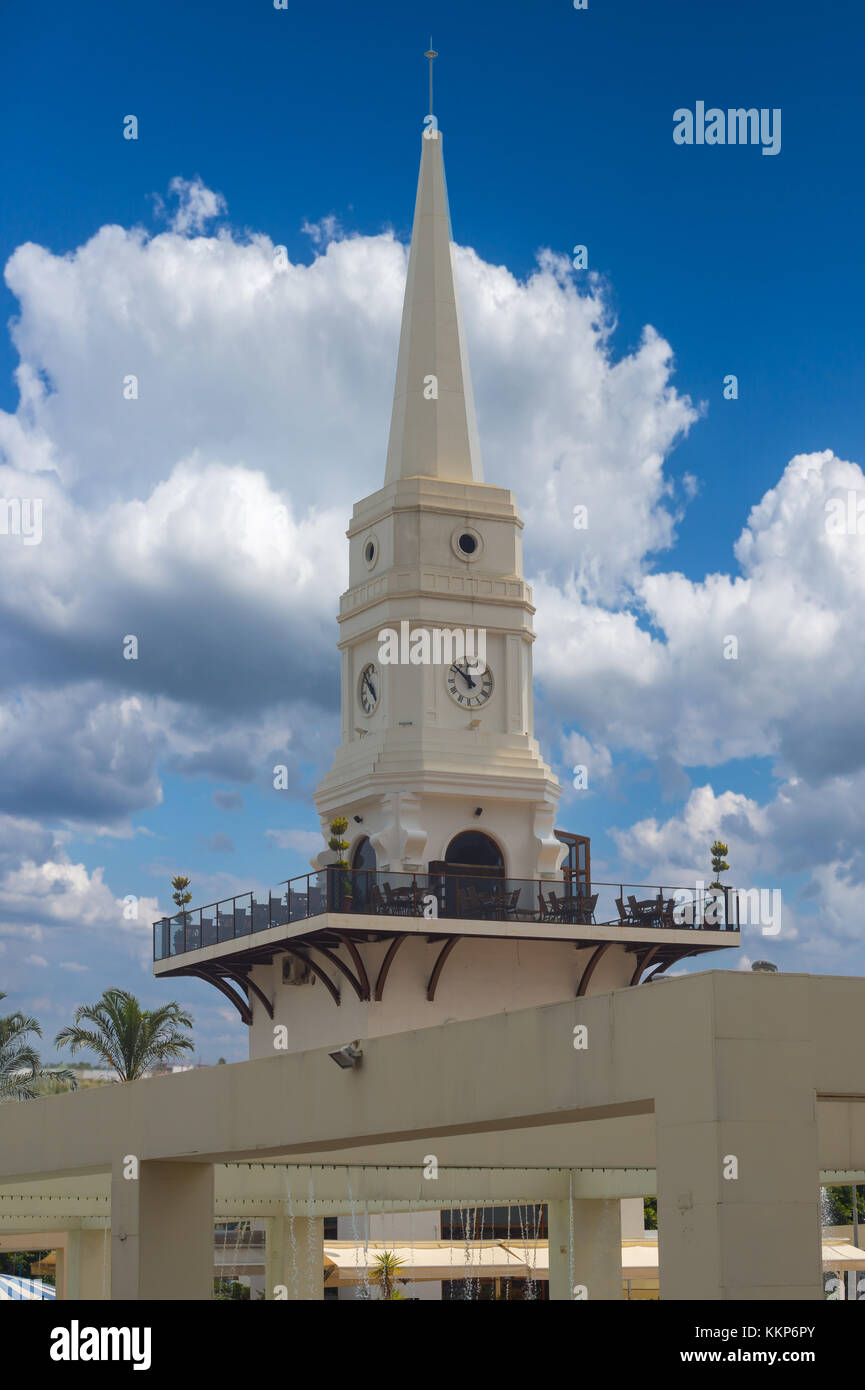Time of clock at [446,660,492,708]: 11:52
